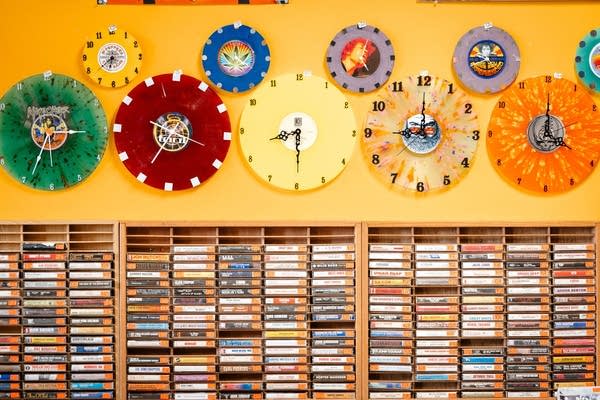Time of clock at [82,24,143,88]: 6:38
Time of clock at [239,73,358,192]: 8:29
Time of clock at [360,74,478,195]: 9:00
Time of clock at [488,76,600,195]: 4:00
